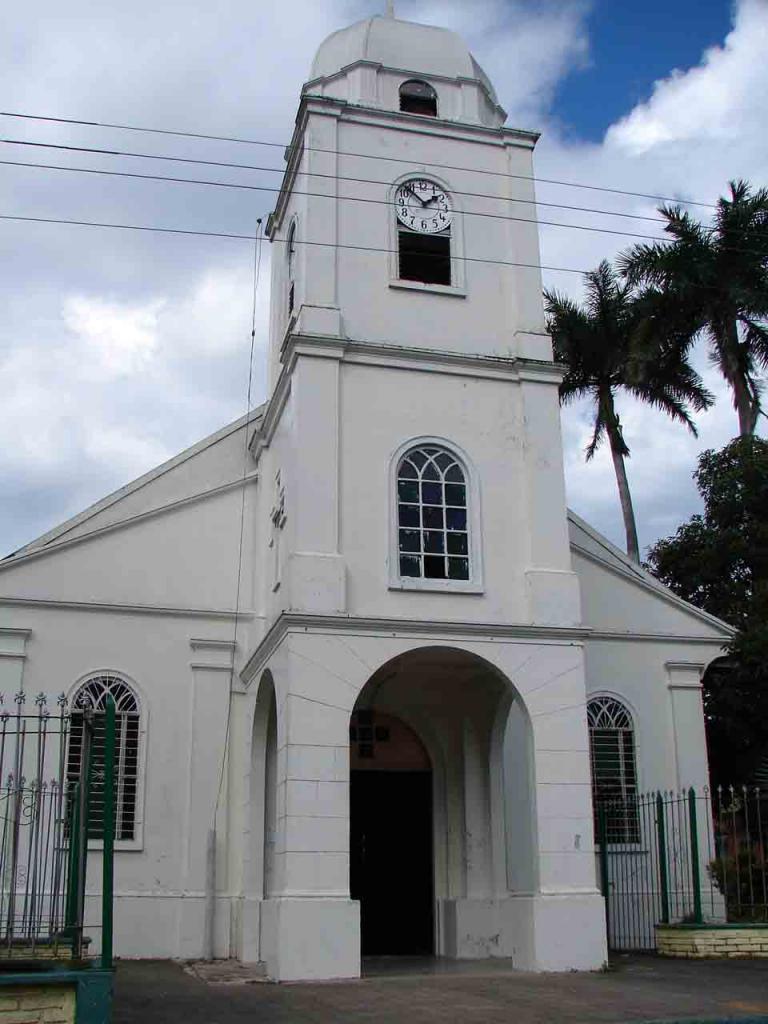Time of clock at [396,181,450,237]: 1:52
